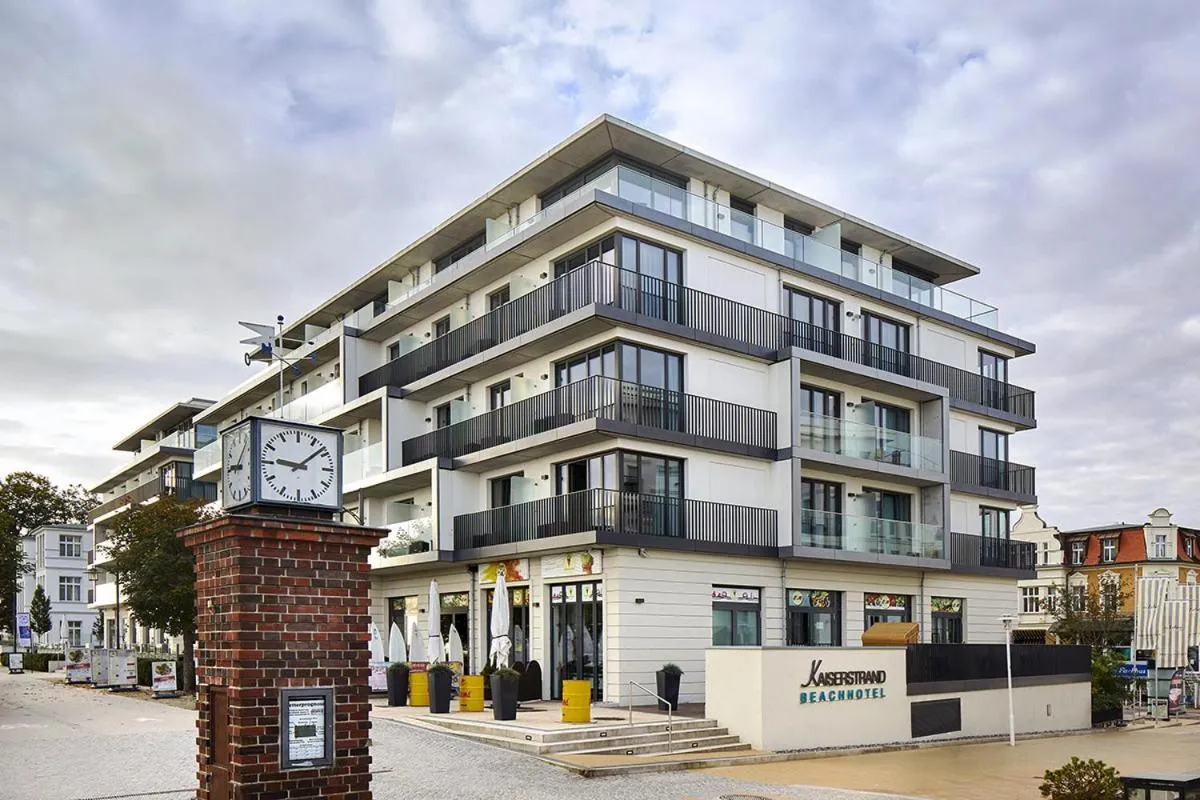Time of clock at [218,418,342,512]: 9:08
